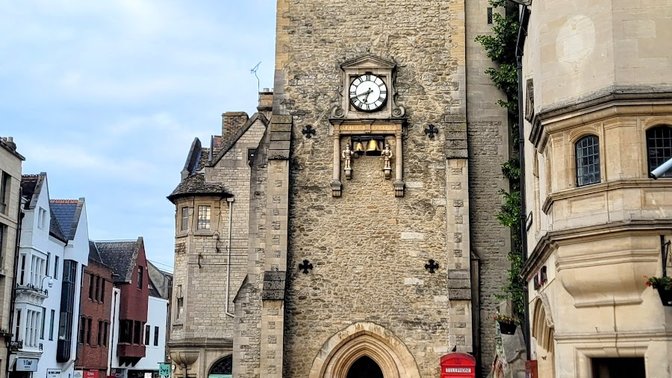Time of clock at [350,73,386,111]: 6:41
